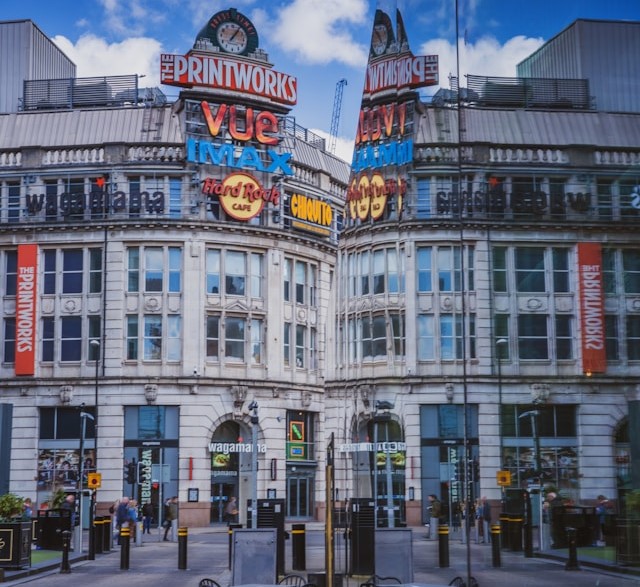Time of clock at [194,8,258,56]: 1:06
